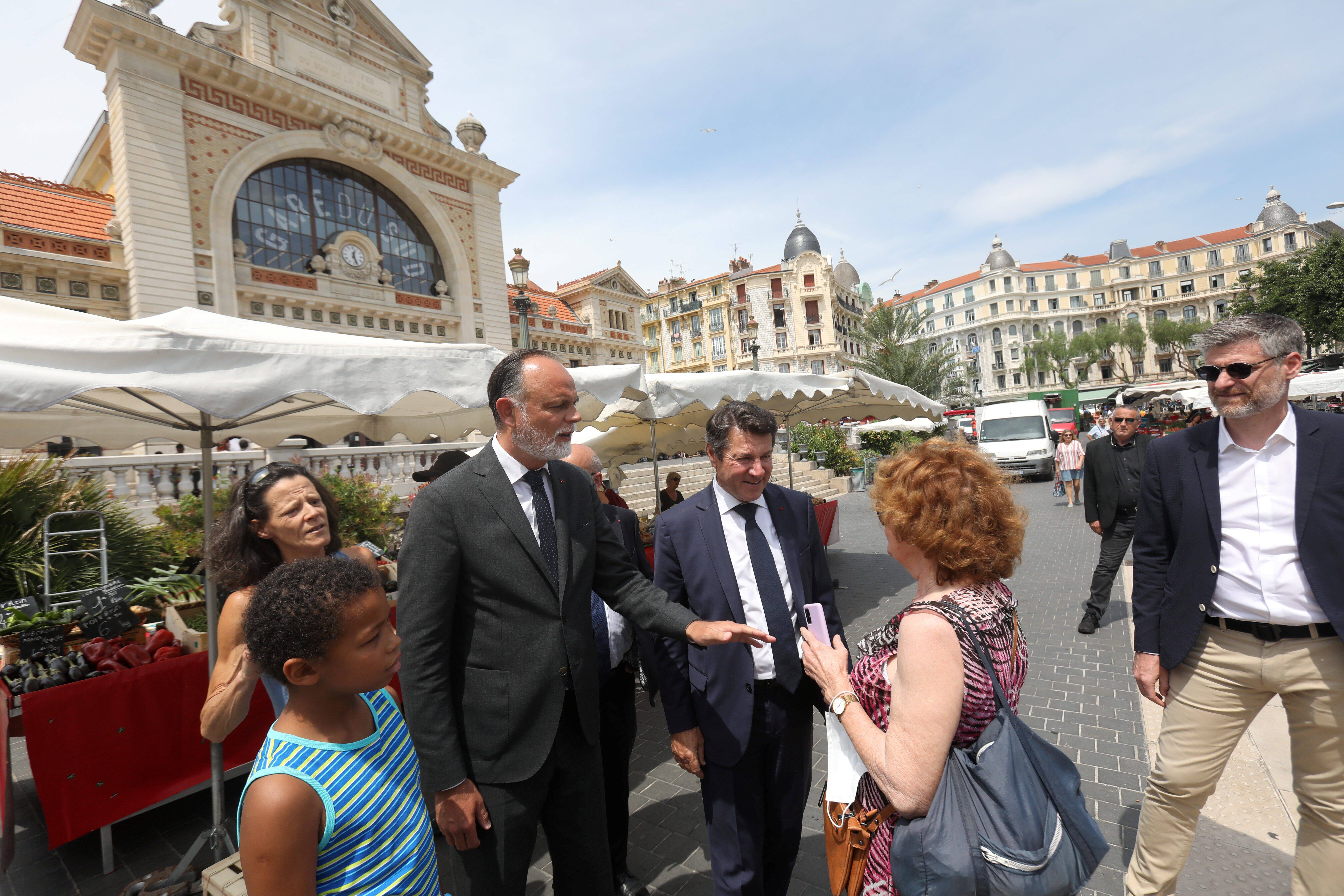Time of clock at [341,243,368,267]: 12:26
